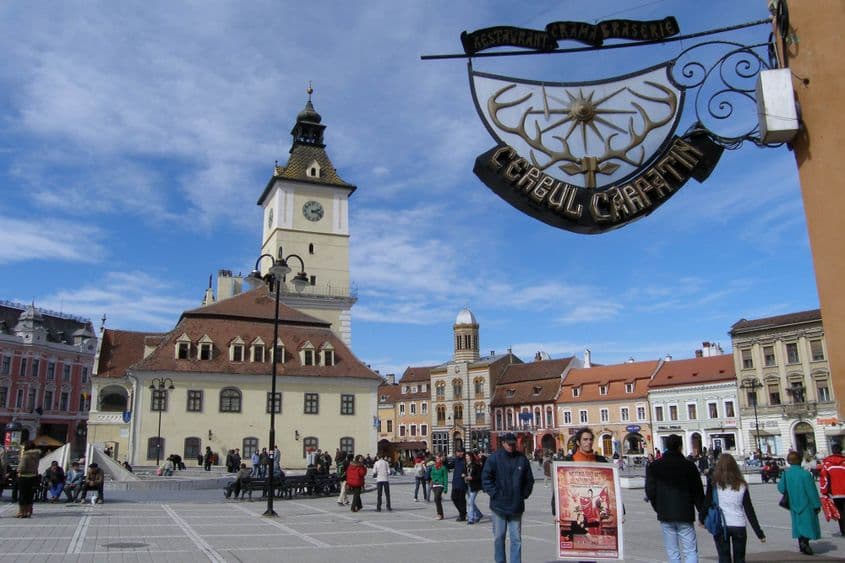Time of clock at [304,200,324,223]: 2:18
